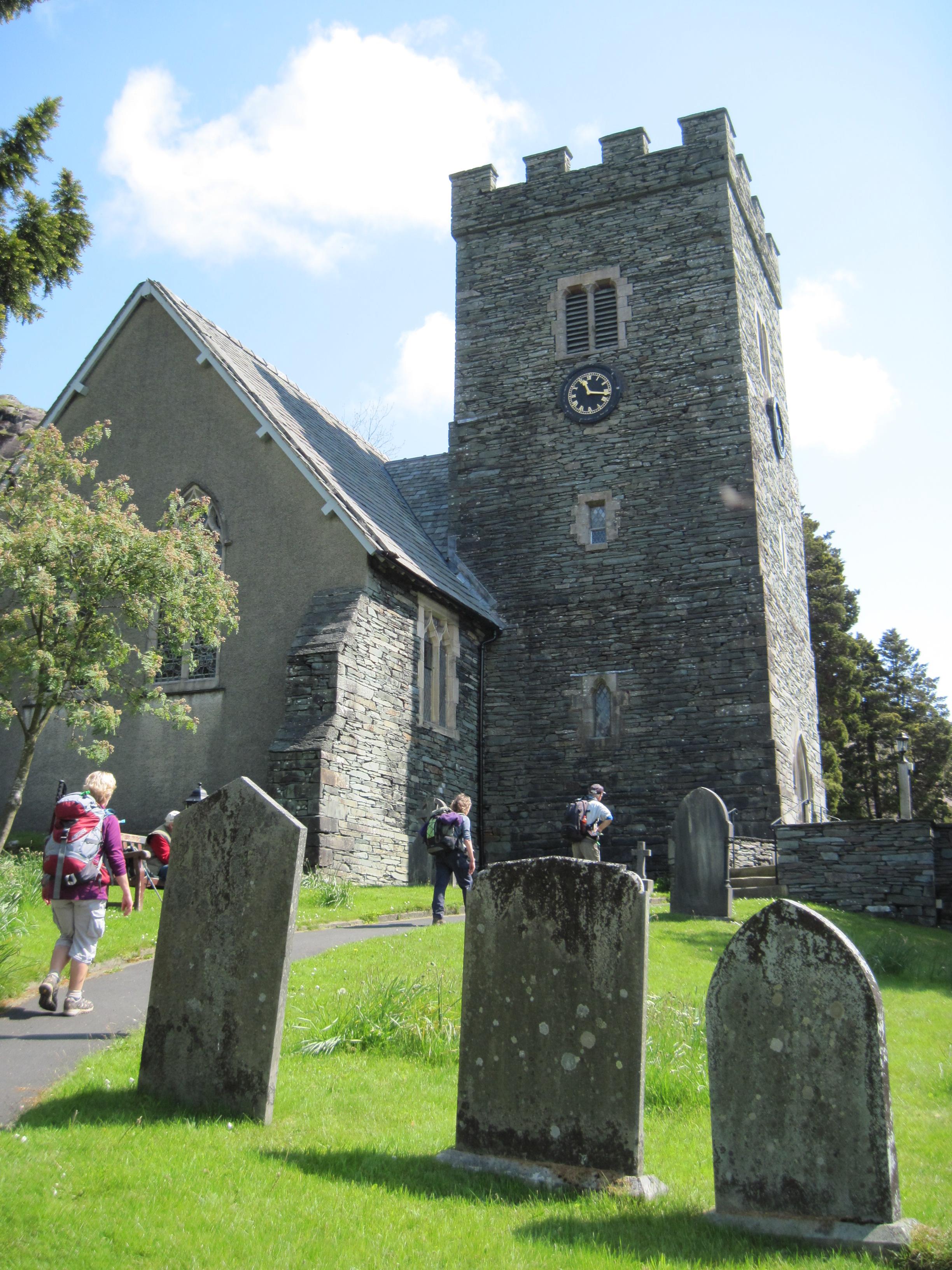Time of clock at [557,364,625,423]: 11:17
